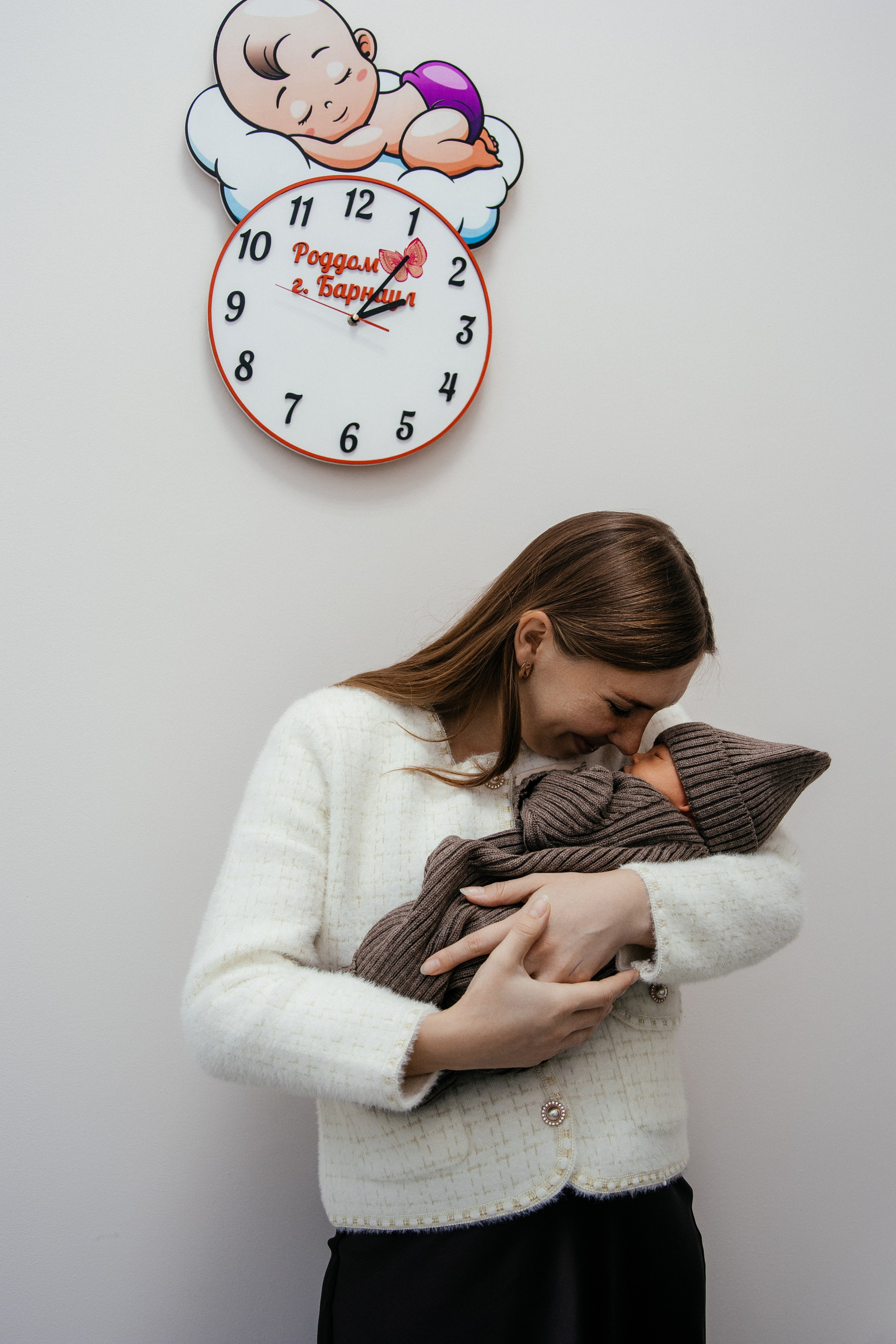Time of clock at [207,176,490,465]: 2:06
